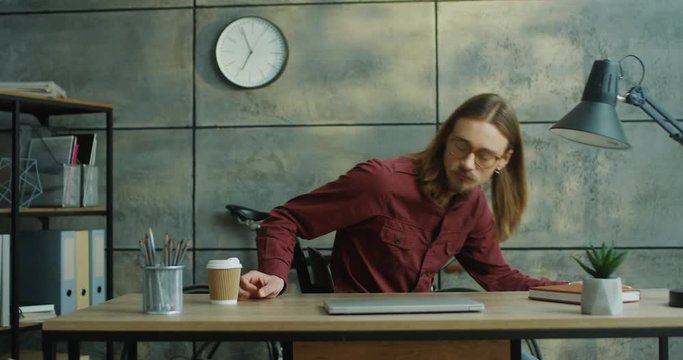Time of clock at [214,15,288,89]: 6:56
